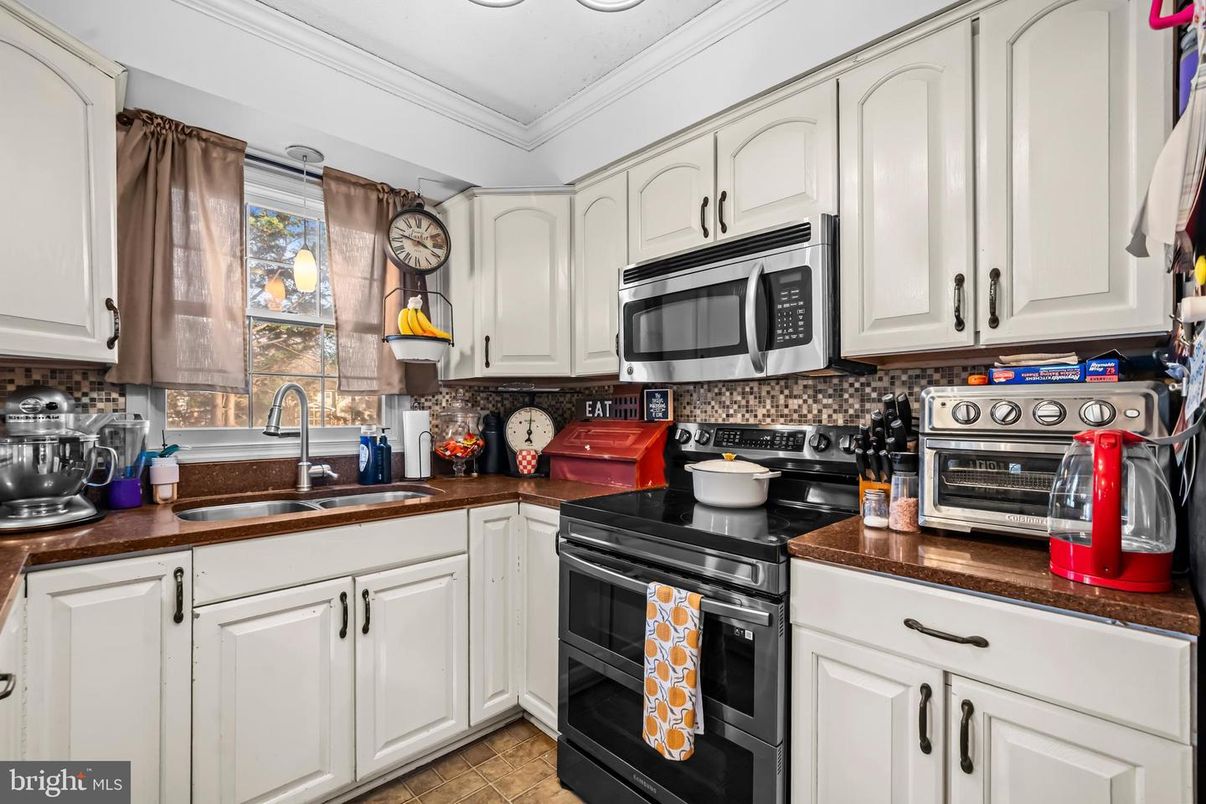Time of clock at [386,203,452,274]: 3:47
